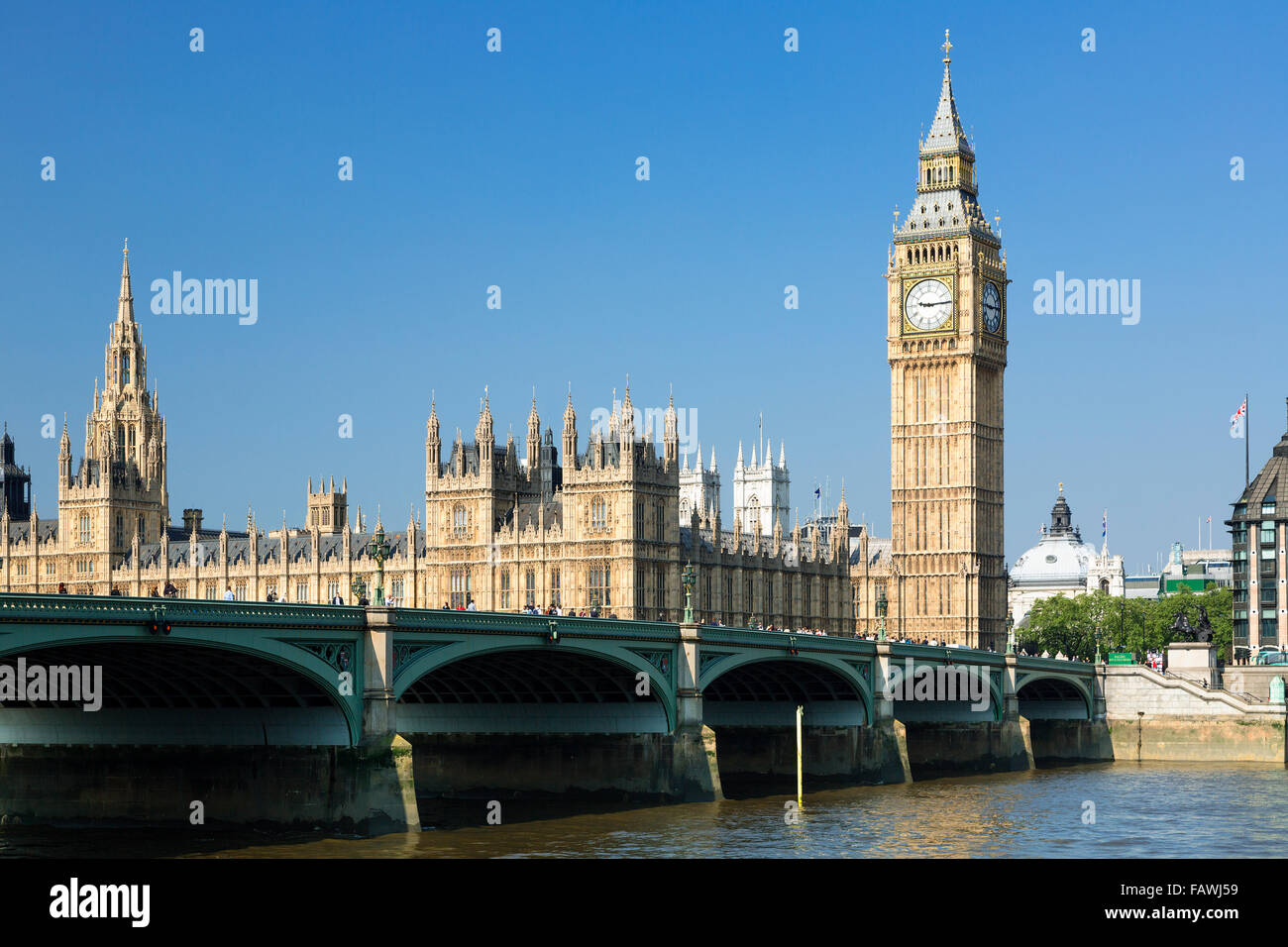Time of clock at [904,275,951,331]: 9:14
